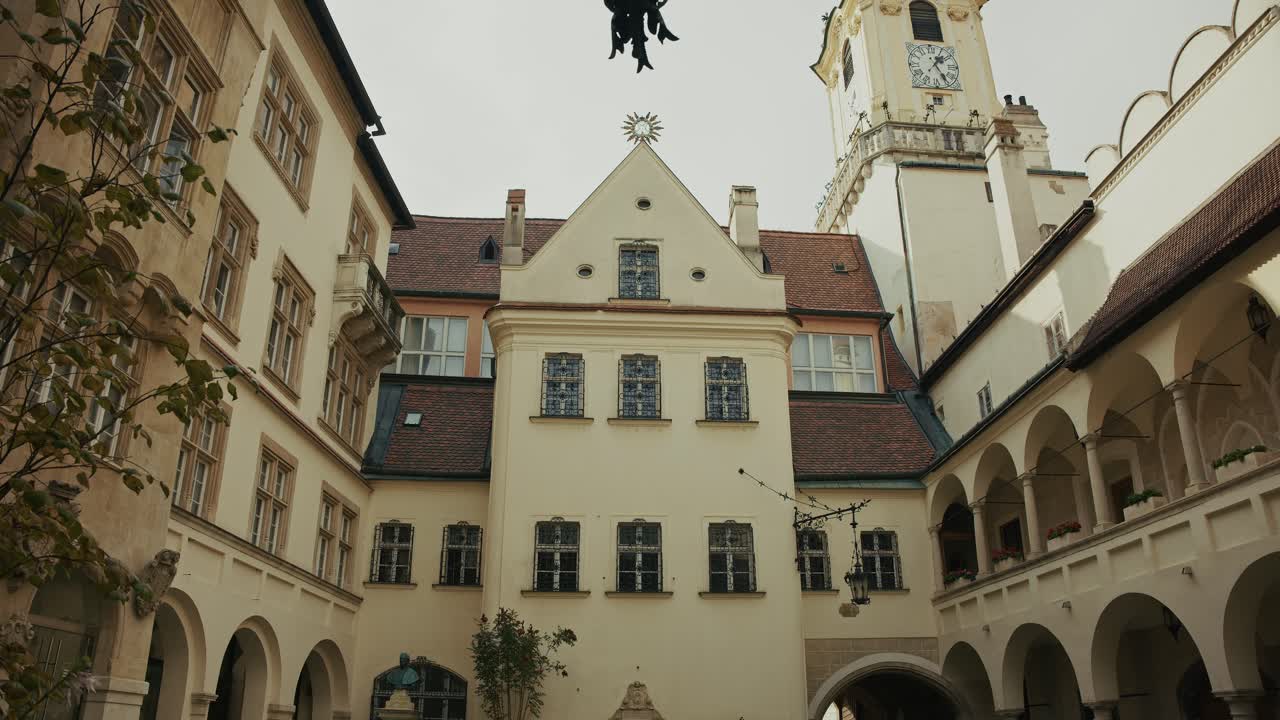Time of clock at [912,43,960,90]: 1:24
